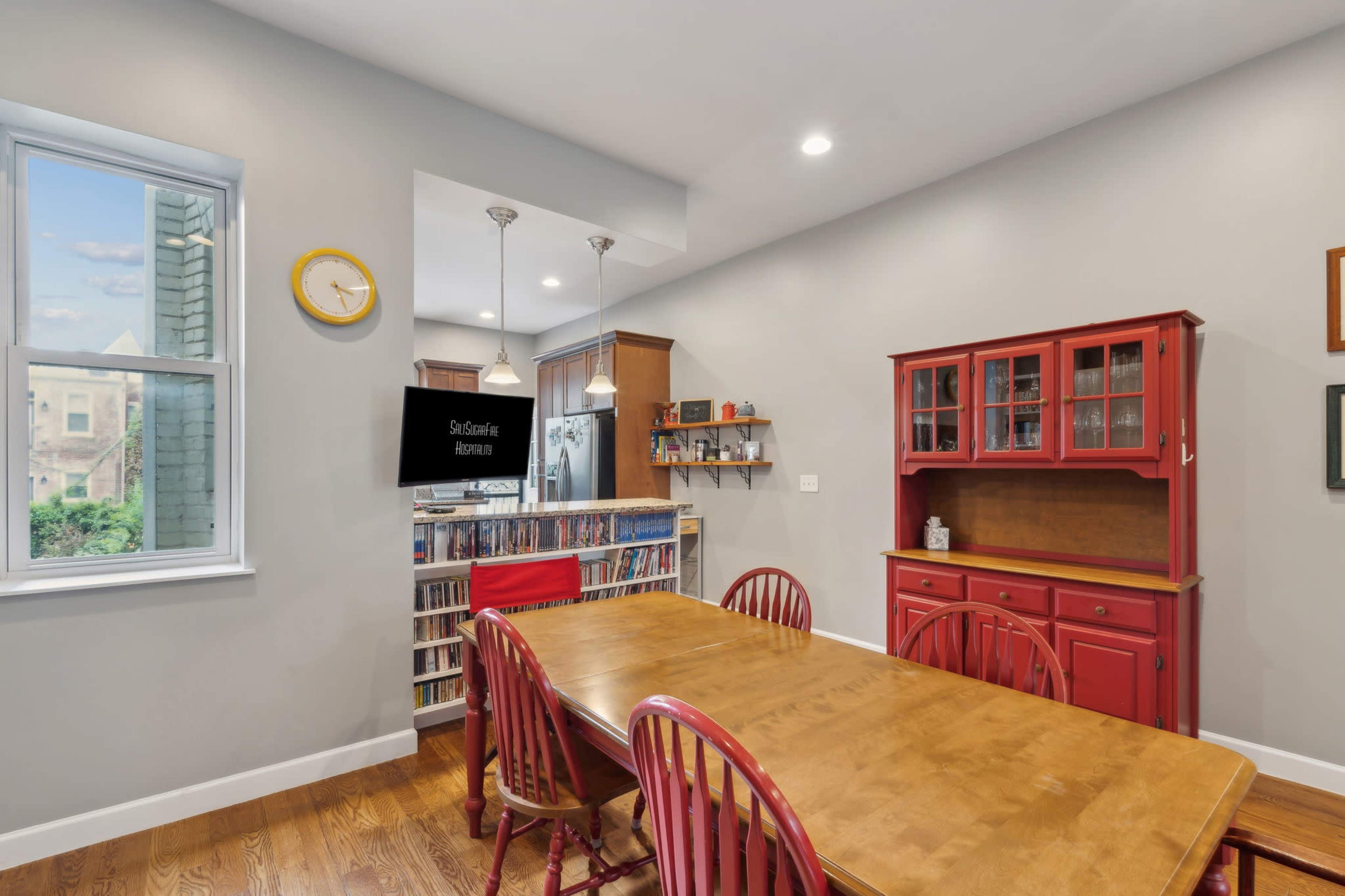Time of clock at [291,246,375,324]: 3:26
